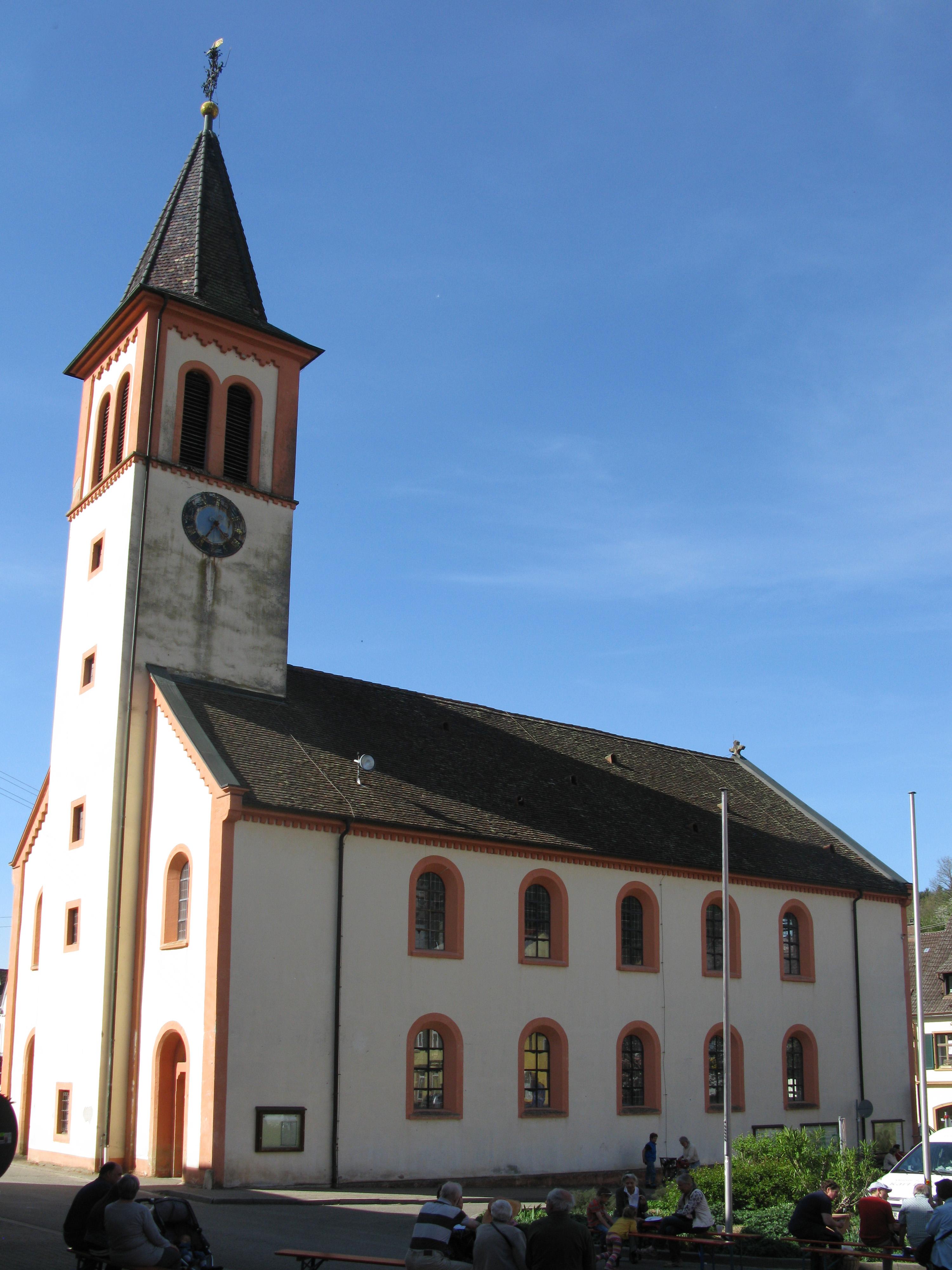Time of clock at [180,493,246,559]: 4:35
